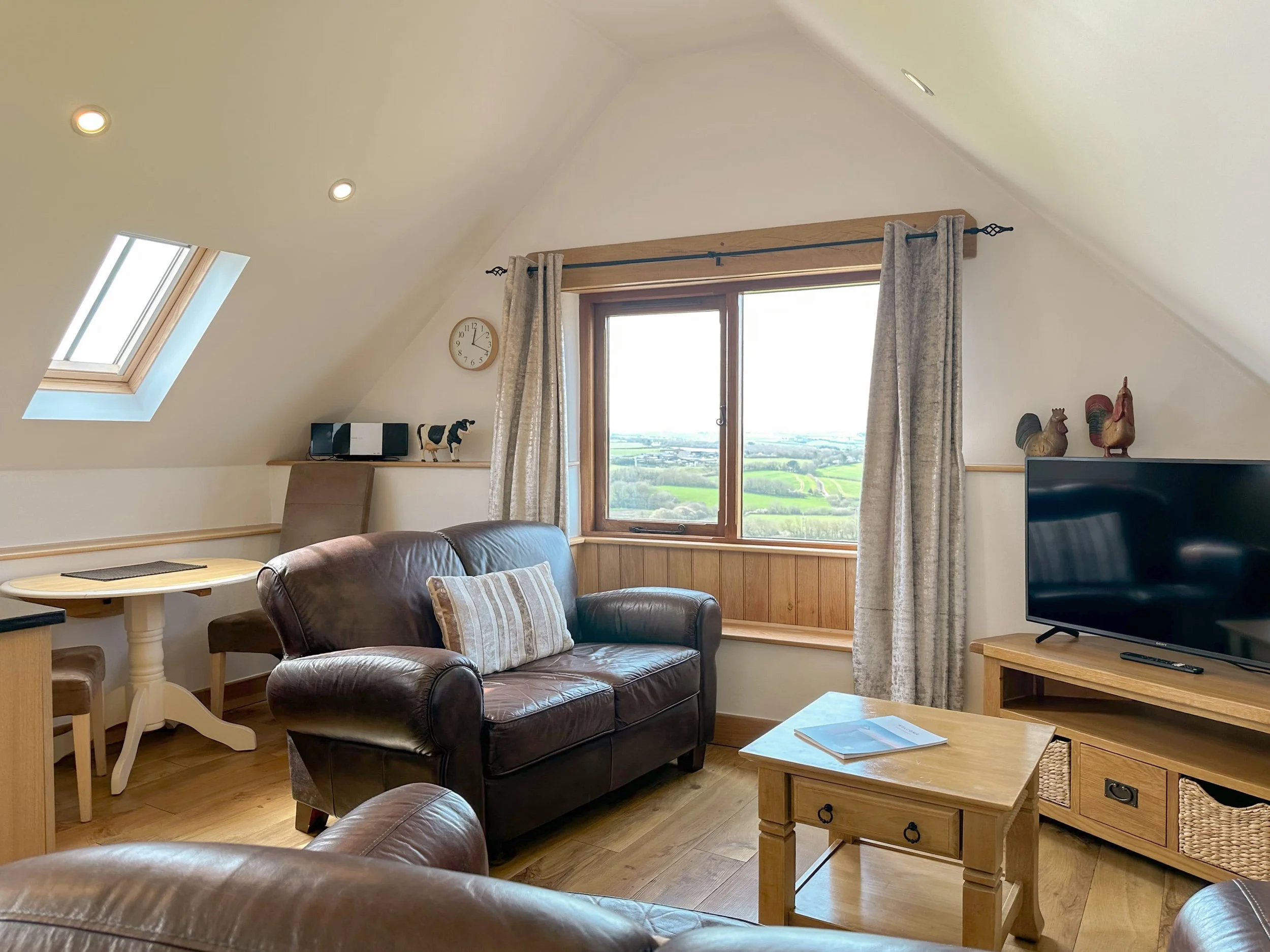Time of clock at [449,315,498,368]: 12:18
